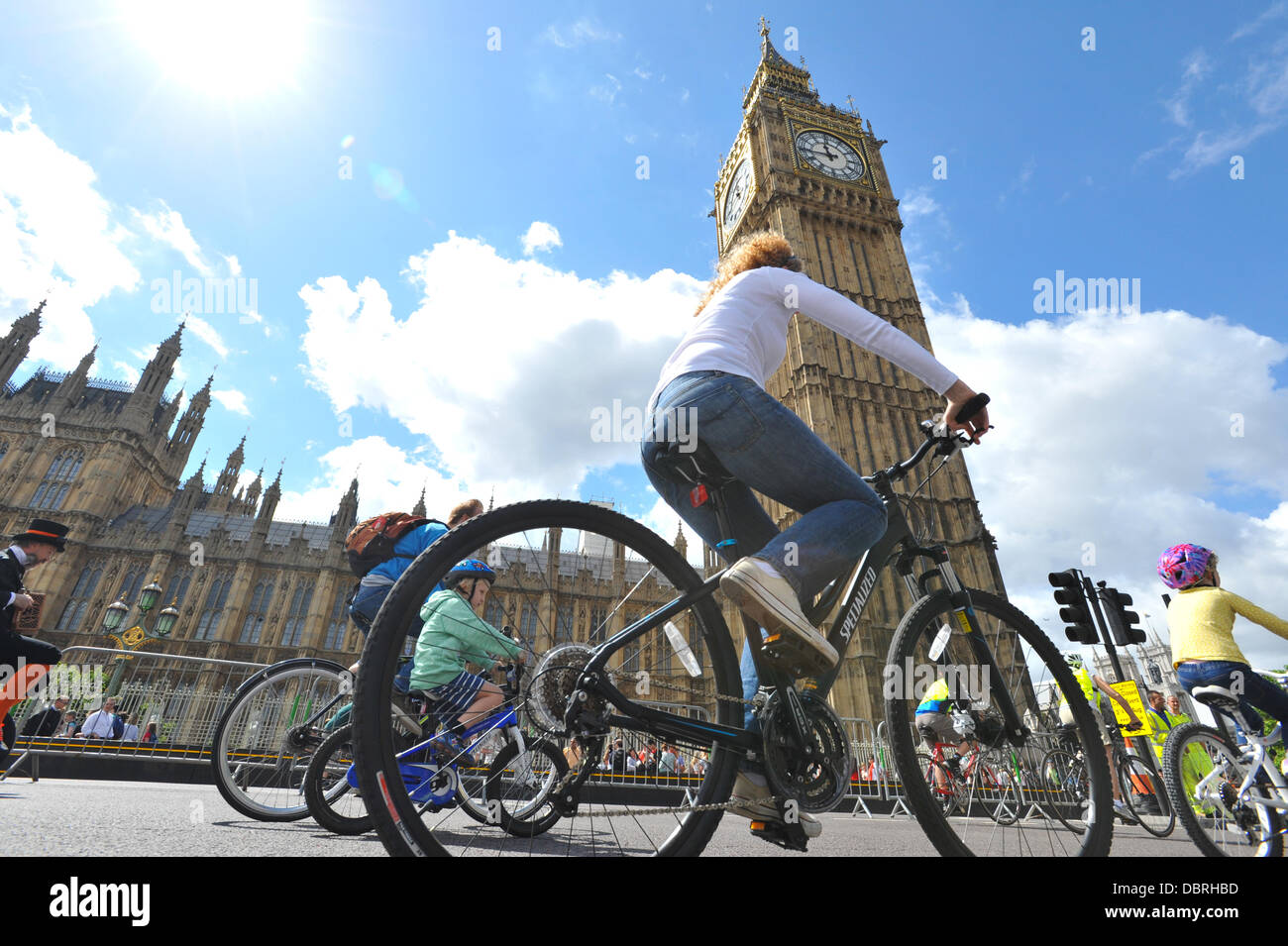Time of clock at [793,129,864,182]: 11:44
